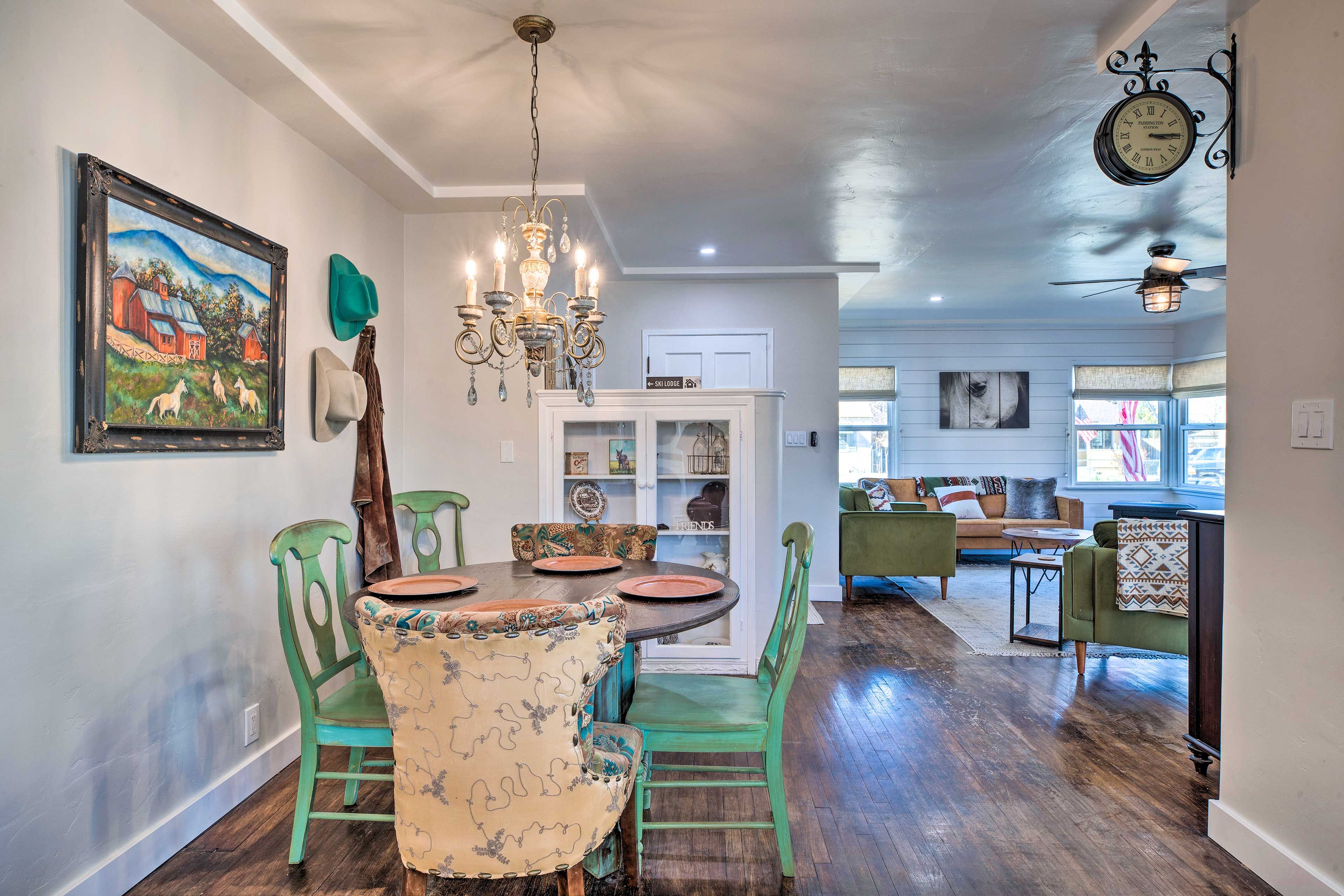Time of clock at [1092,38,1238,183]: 3:14
